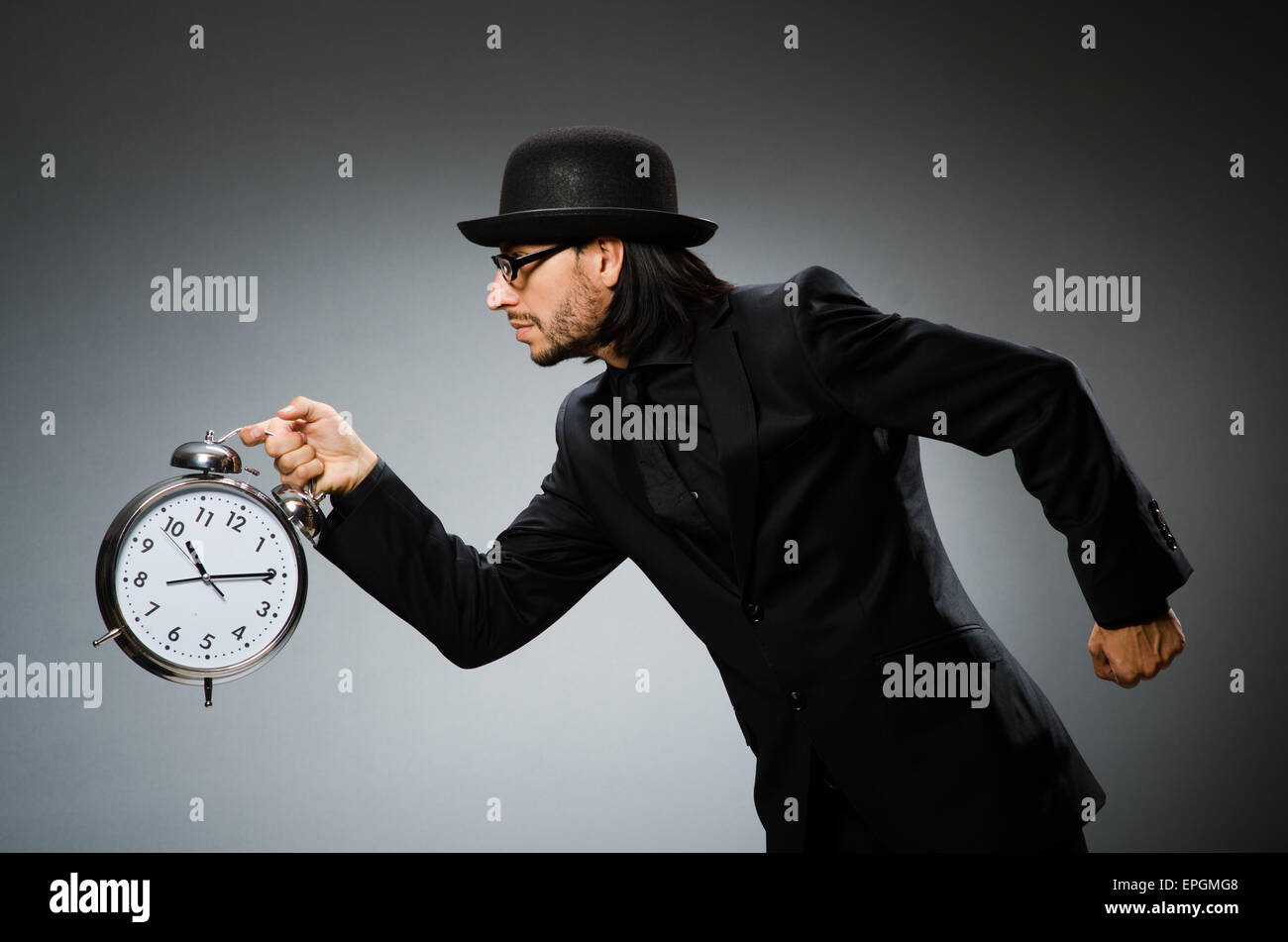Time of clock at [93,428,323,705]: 11:14
